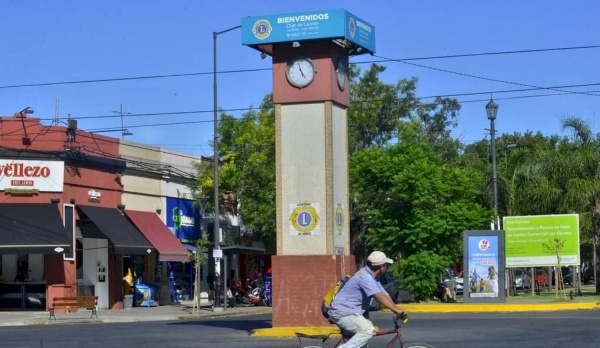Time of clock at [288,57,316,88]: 4:57
